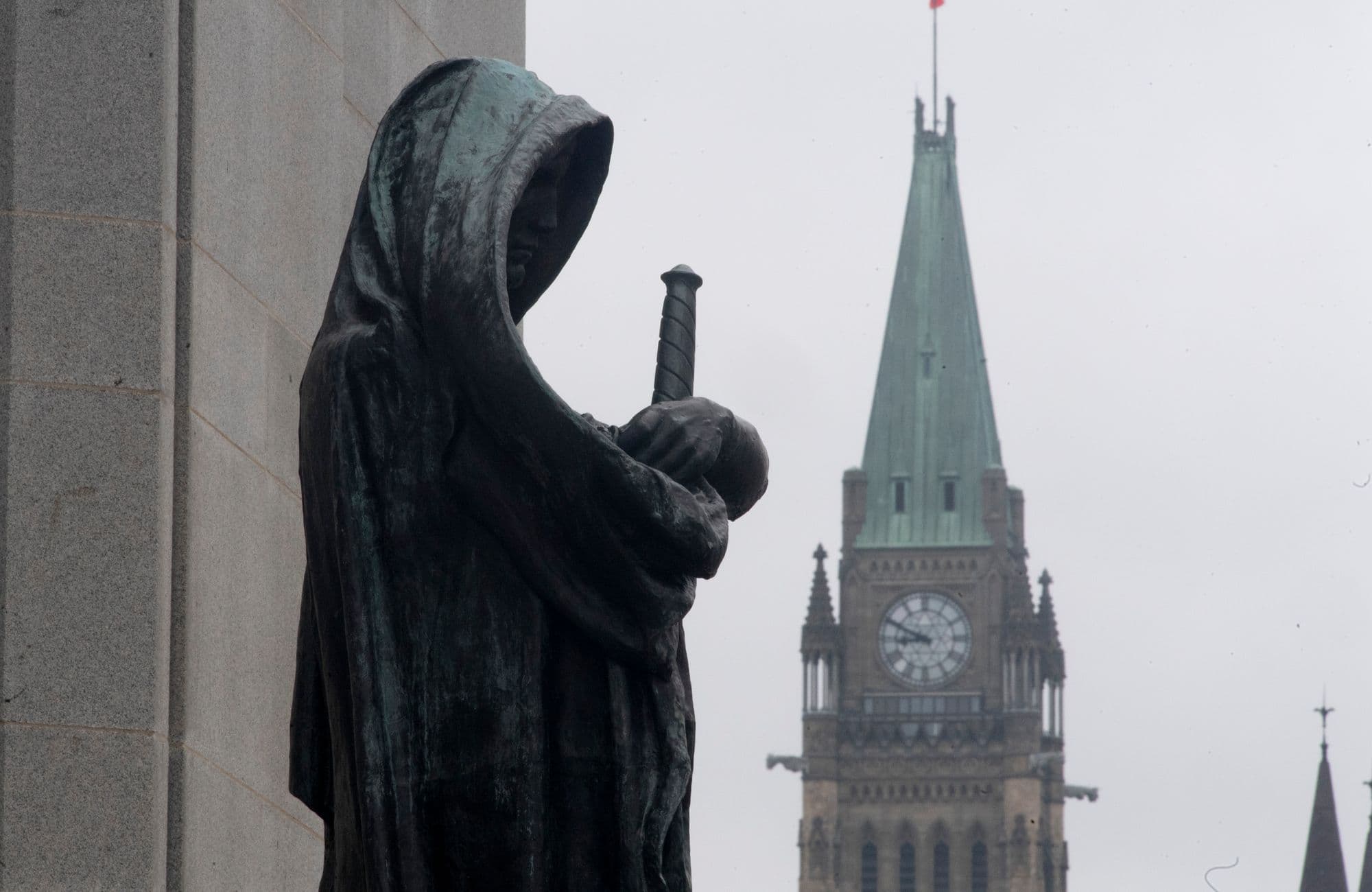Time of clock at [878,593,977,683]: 8:49
